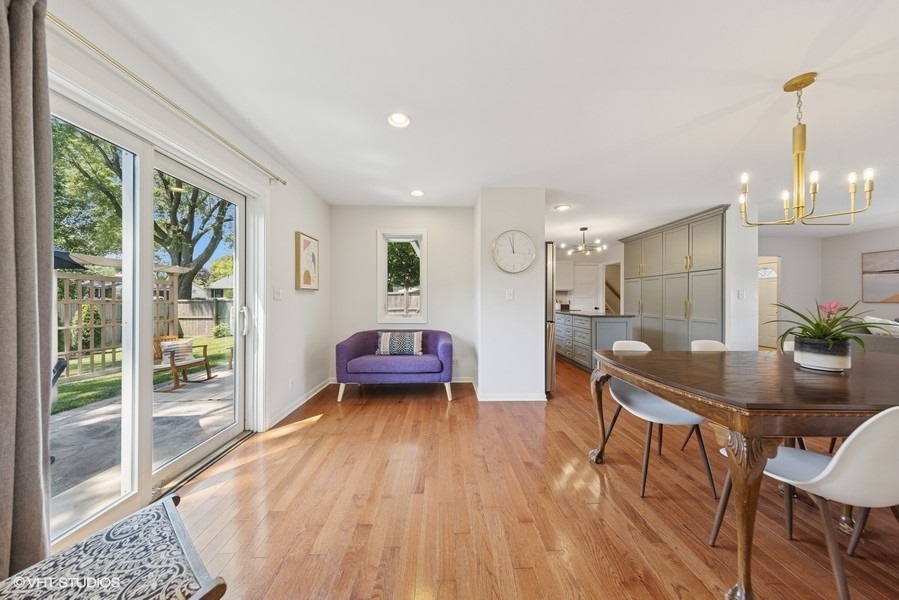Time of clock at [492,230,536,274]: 11:57
